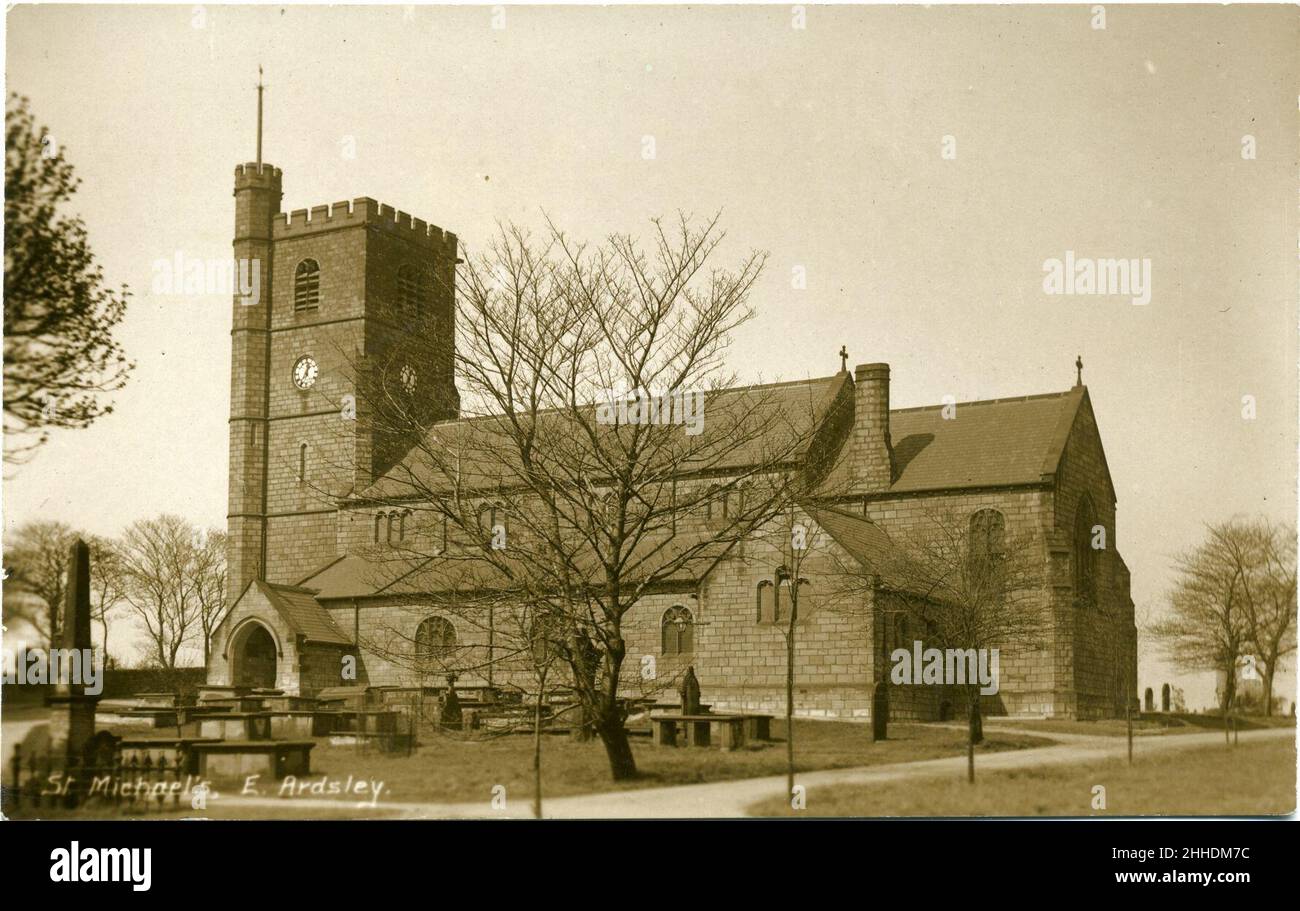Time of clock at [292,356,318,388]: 12:36
